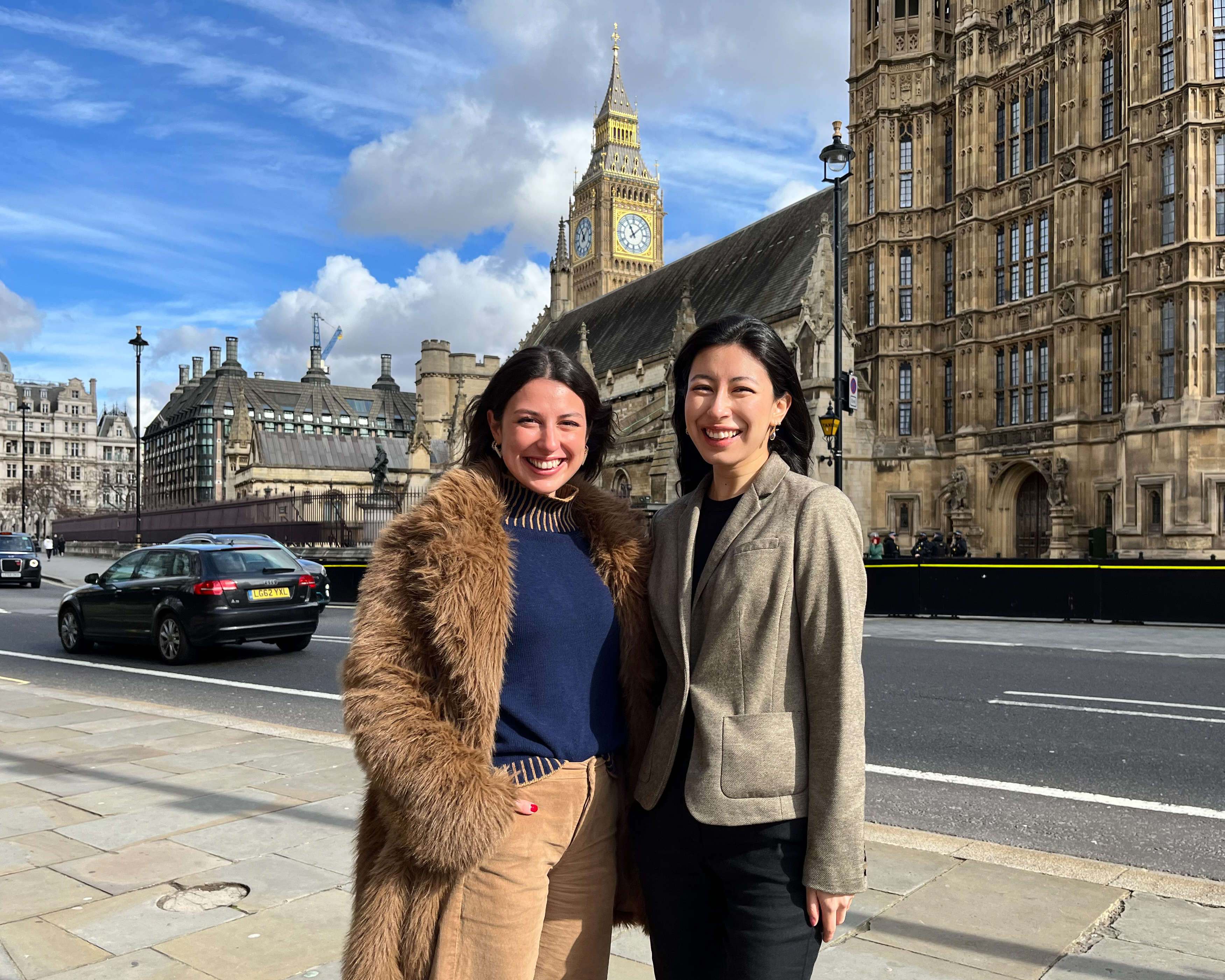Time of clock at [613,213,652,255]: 11:07
